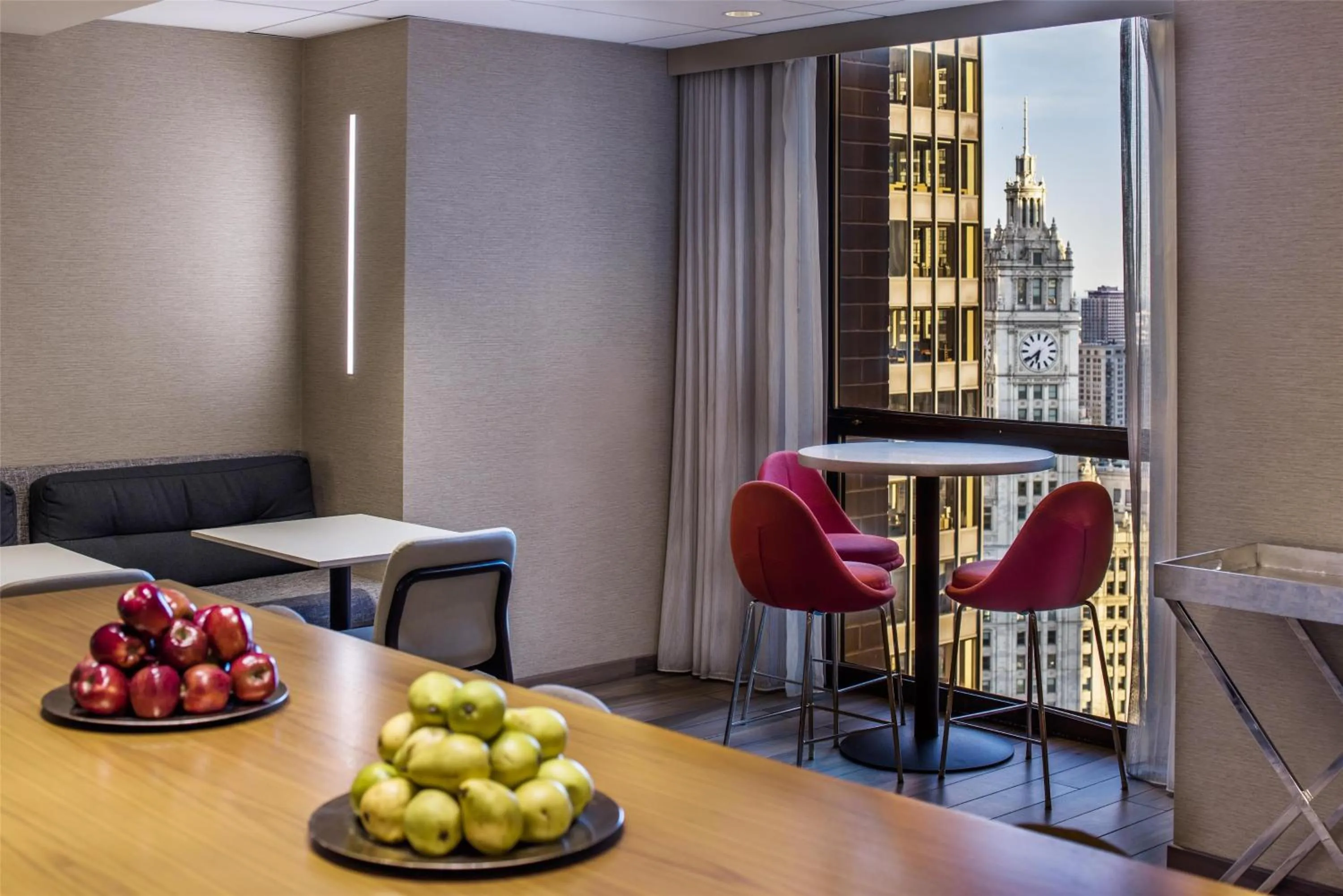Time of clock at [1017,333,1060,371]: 6:38
